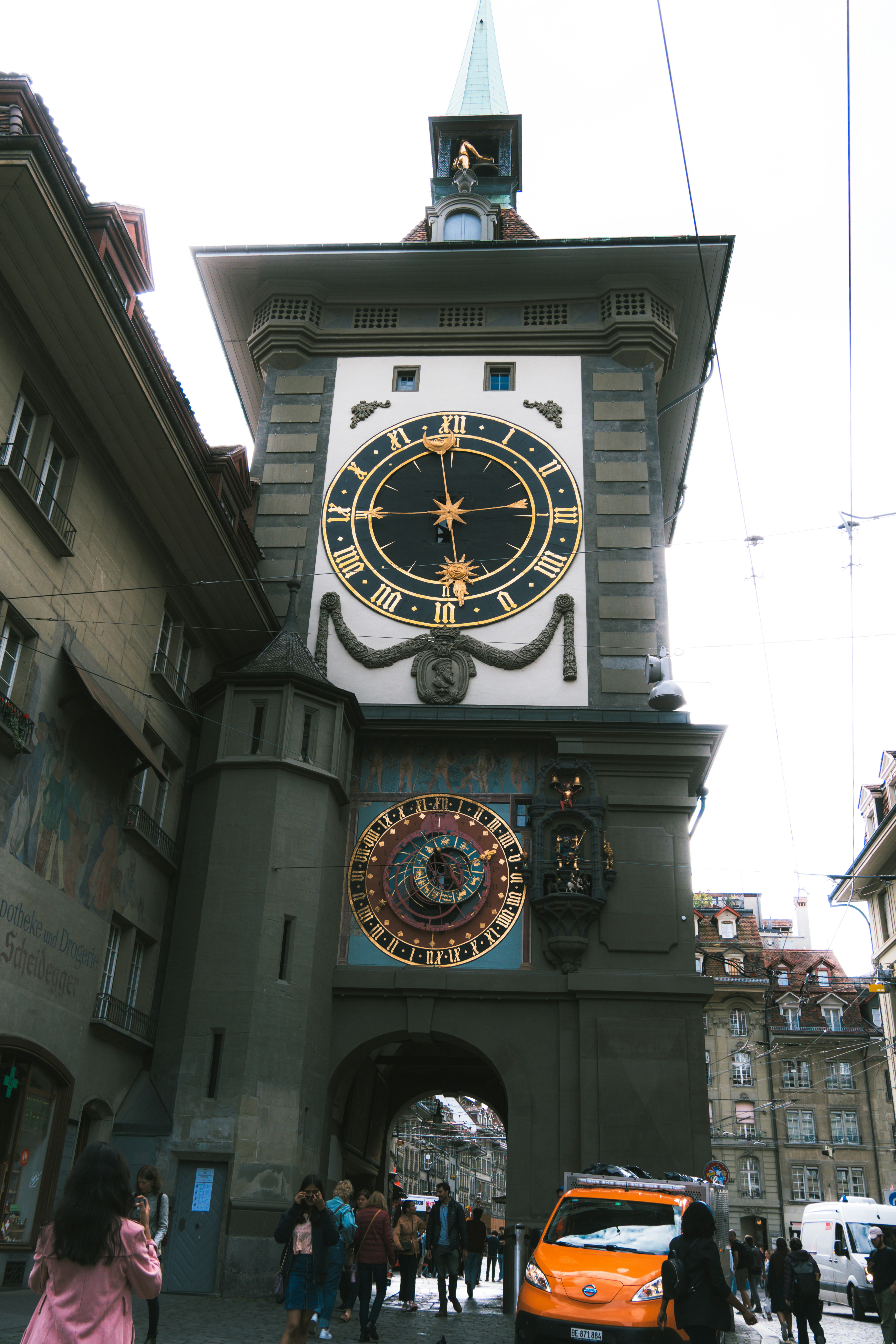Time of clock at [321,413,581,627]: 5:59
